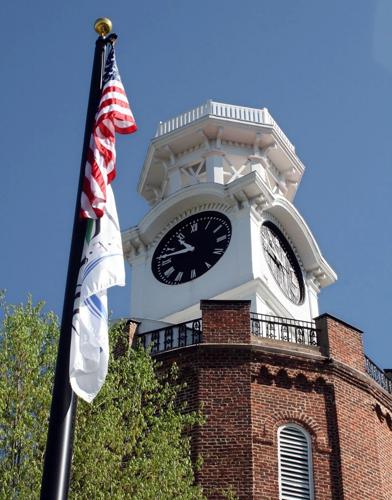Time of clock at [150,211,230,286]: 10:47
